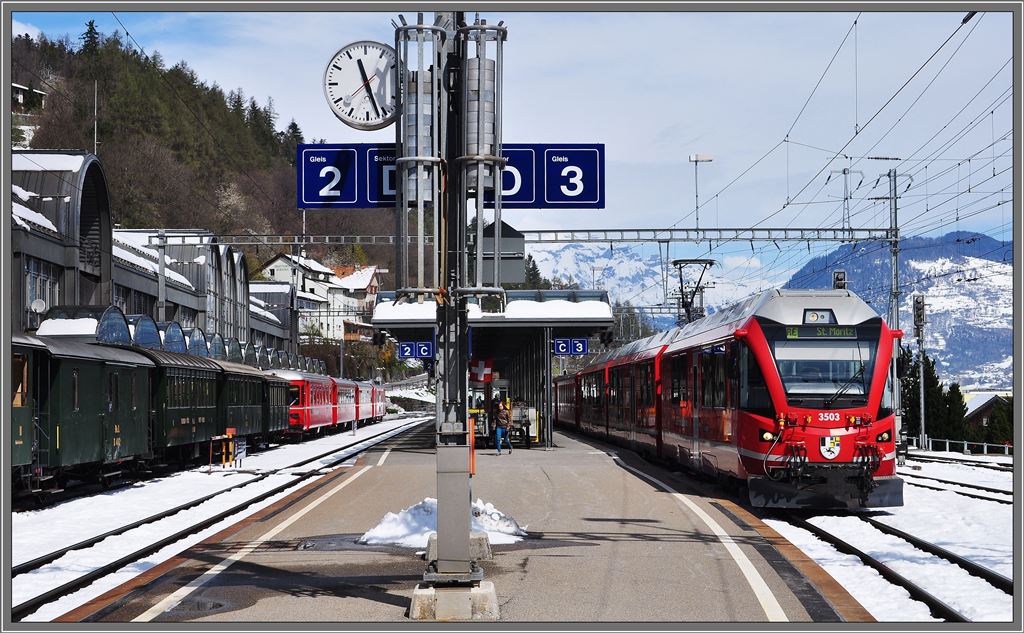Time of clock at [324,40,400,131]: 11:26
